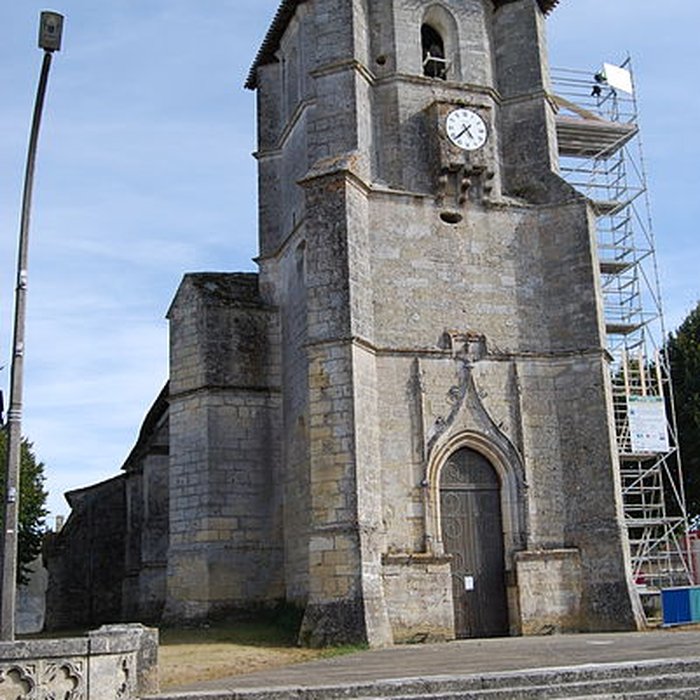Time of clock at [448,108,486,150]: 4:37
